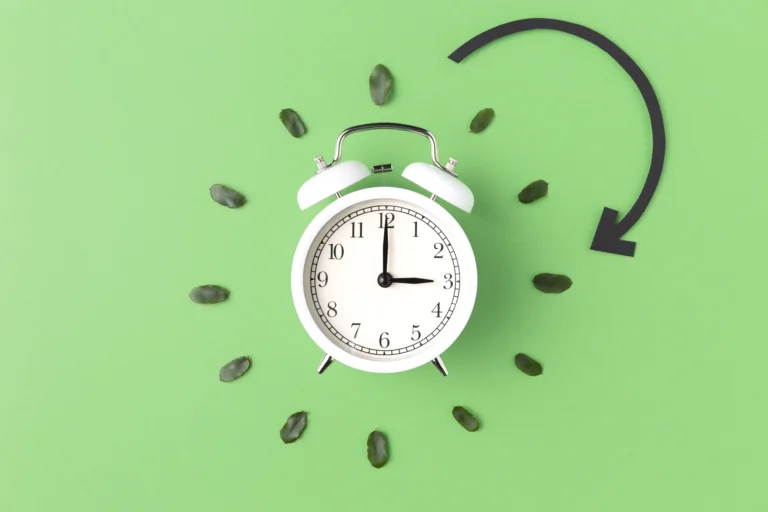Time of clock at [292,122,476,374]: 3:00
